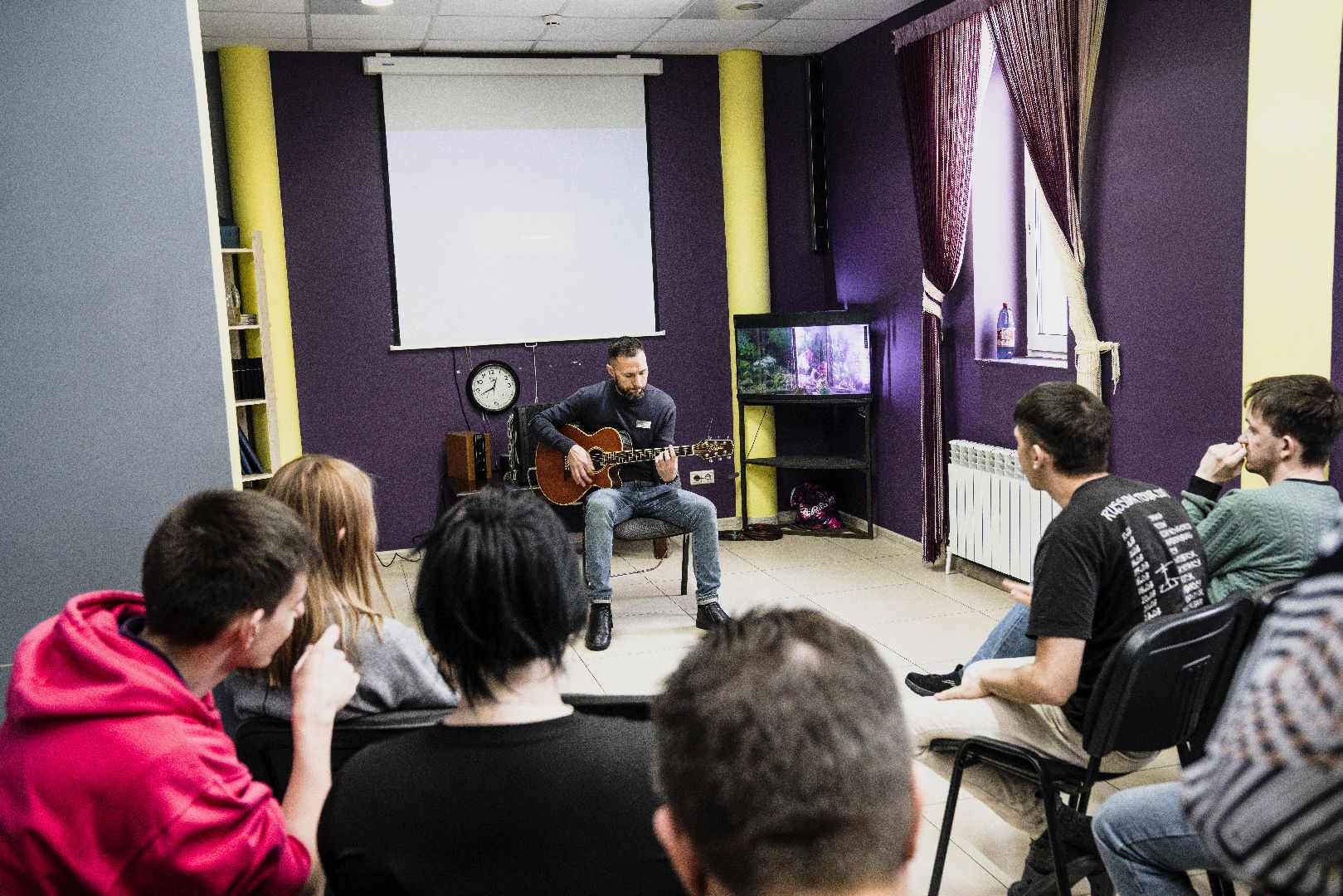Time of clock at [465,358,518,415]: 12:41
